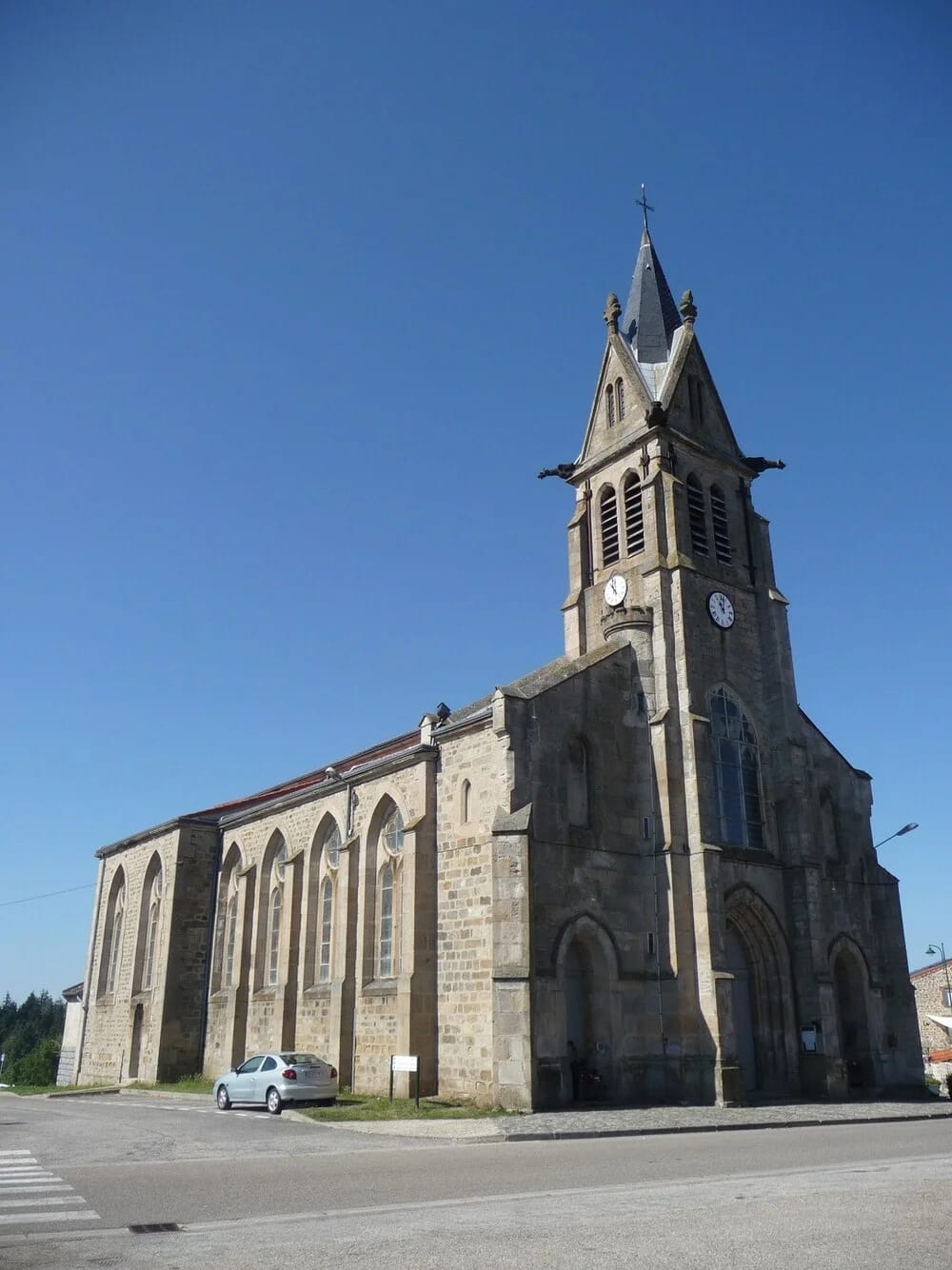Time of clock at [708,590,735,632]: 11:02
